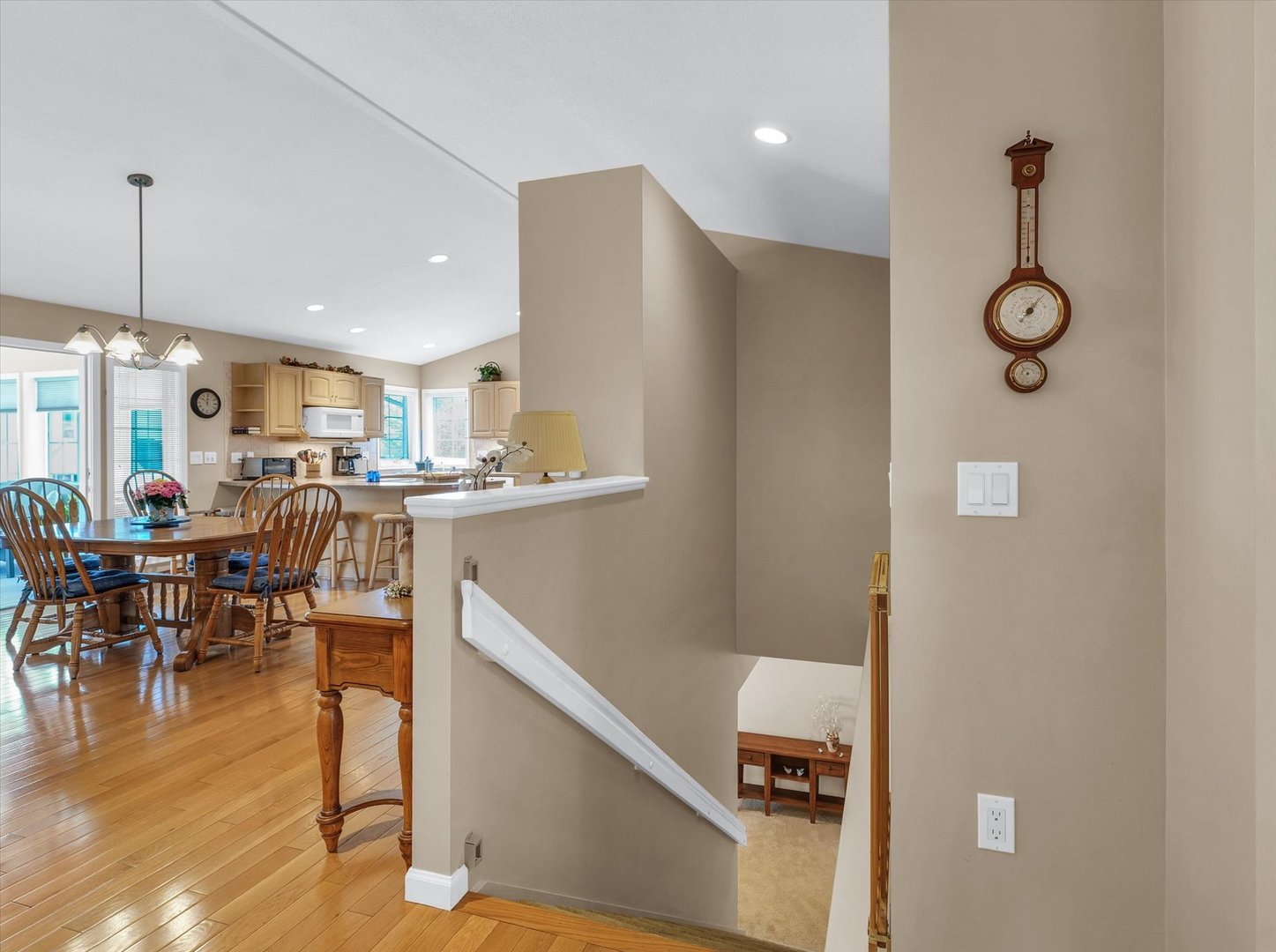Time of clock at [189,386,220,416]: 11:51
